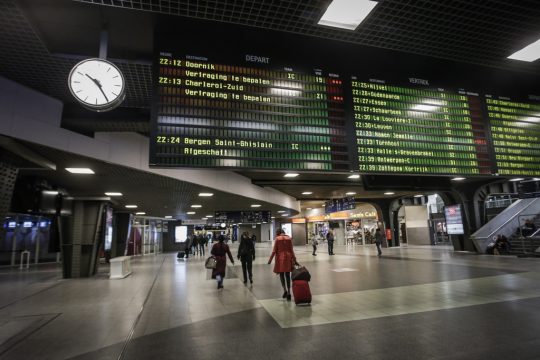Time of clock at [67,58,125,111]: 10:24
